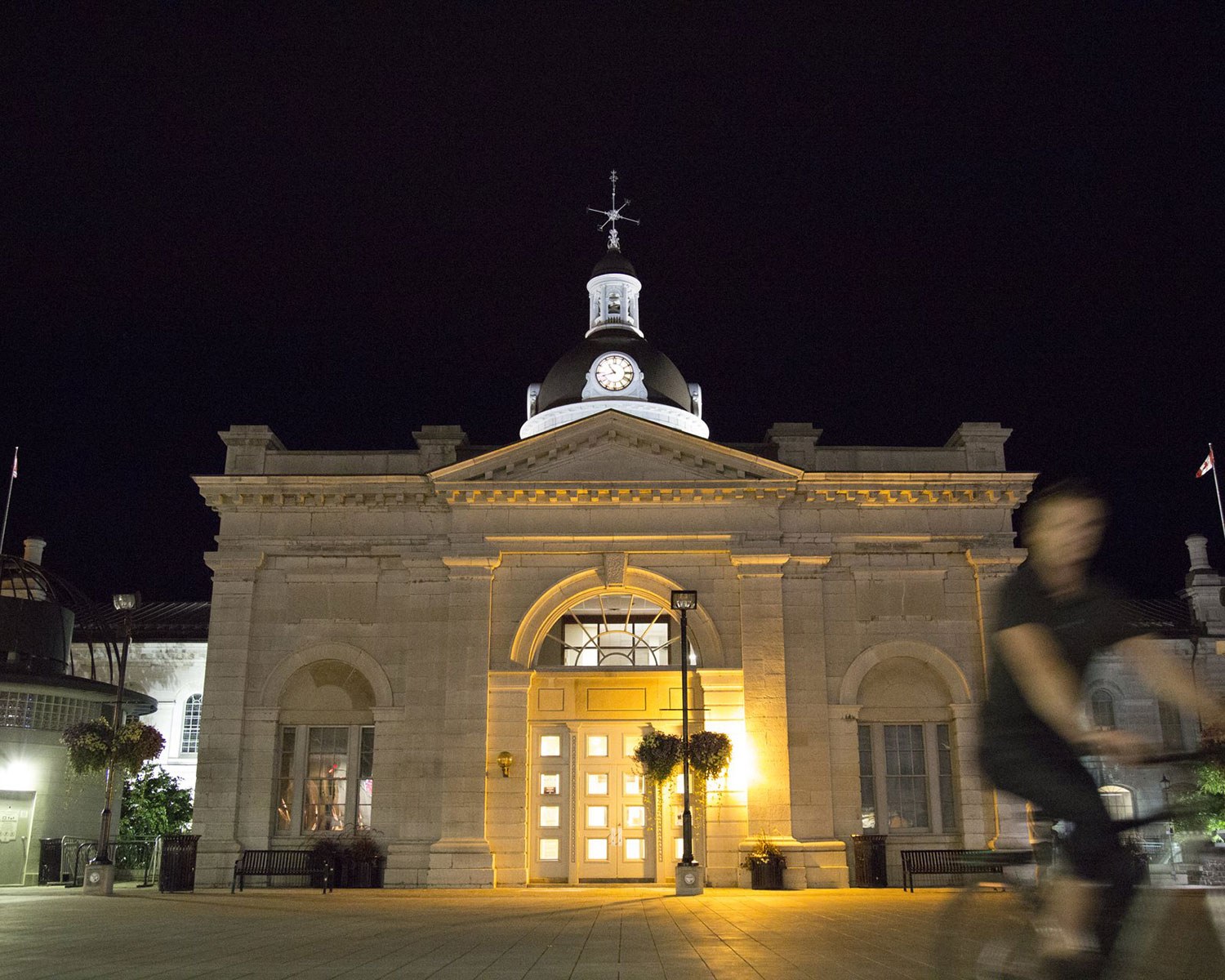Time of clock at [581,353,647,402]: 10:42
